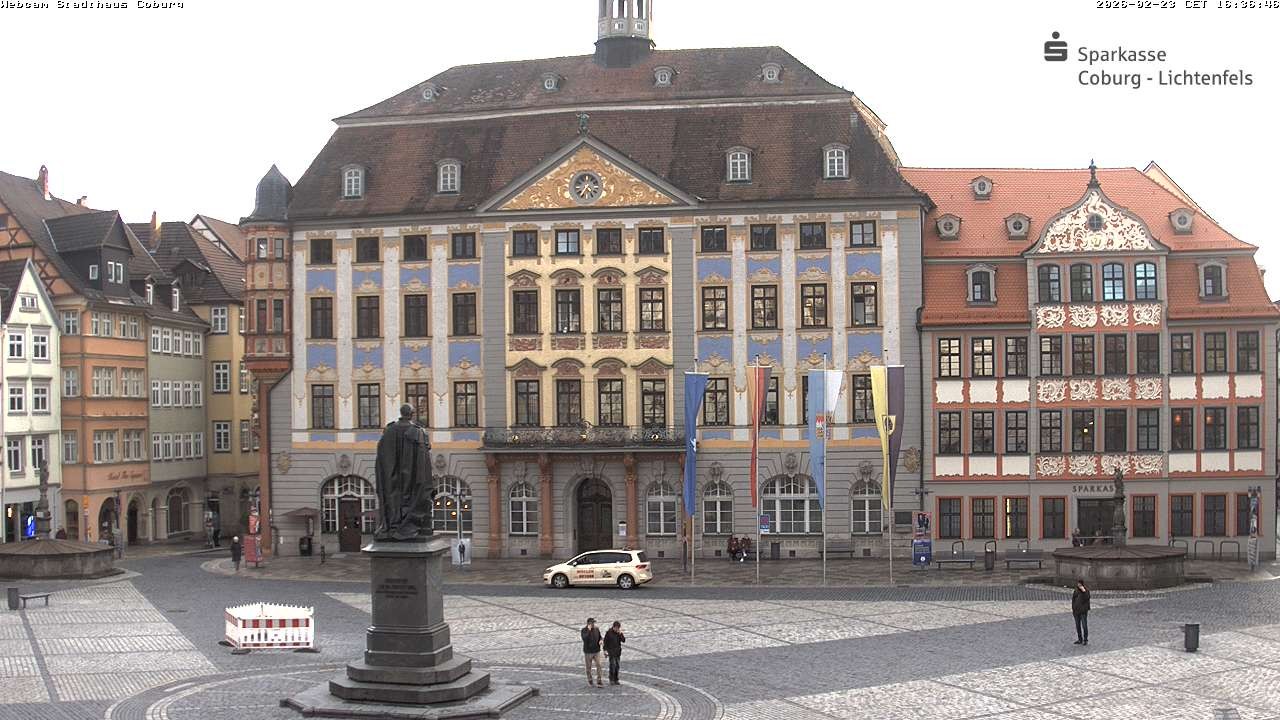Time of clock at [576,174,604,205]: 4:35
